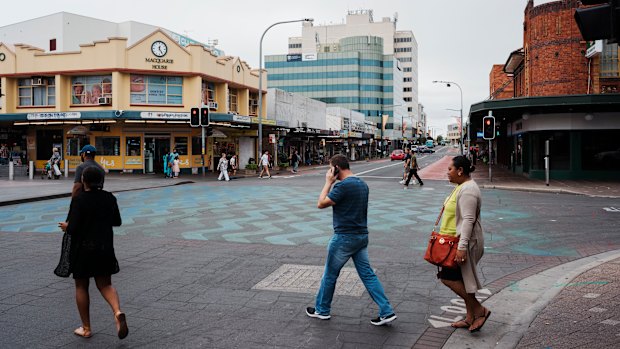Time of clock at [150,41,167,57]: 12:24
